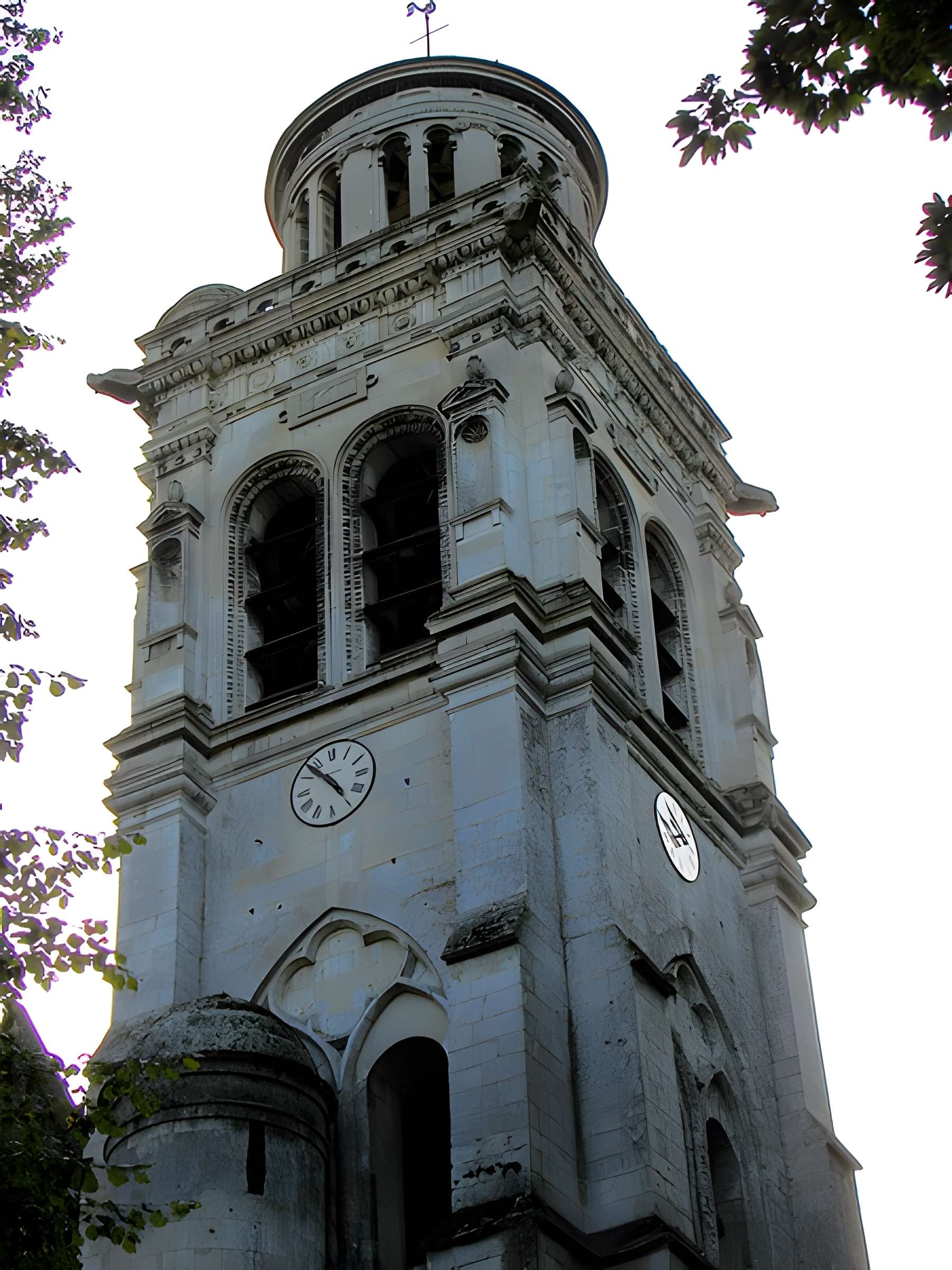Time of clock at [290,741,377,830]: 4:52
